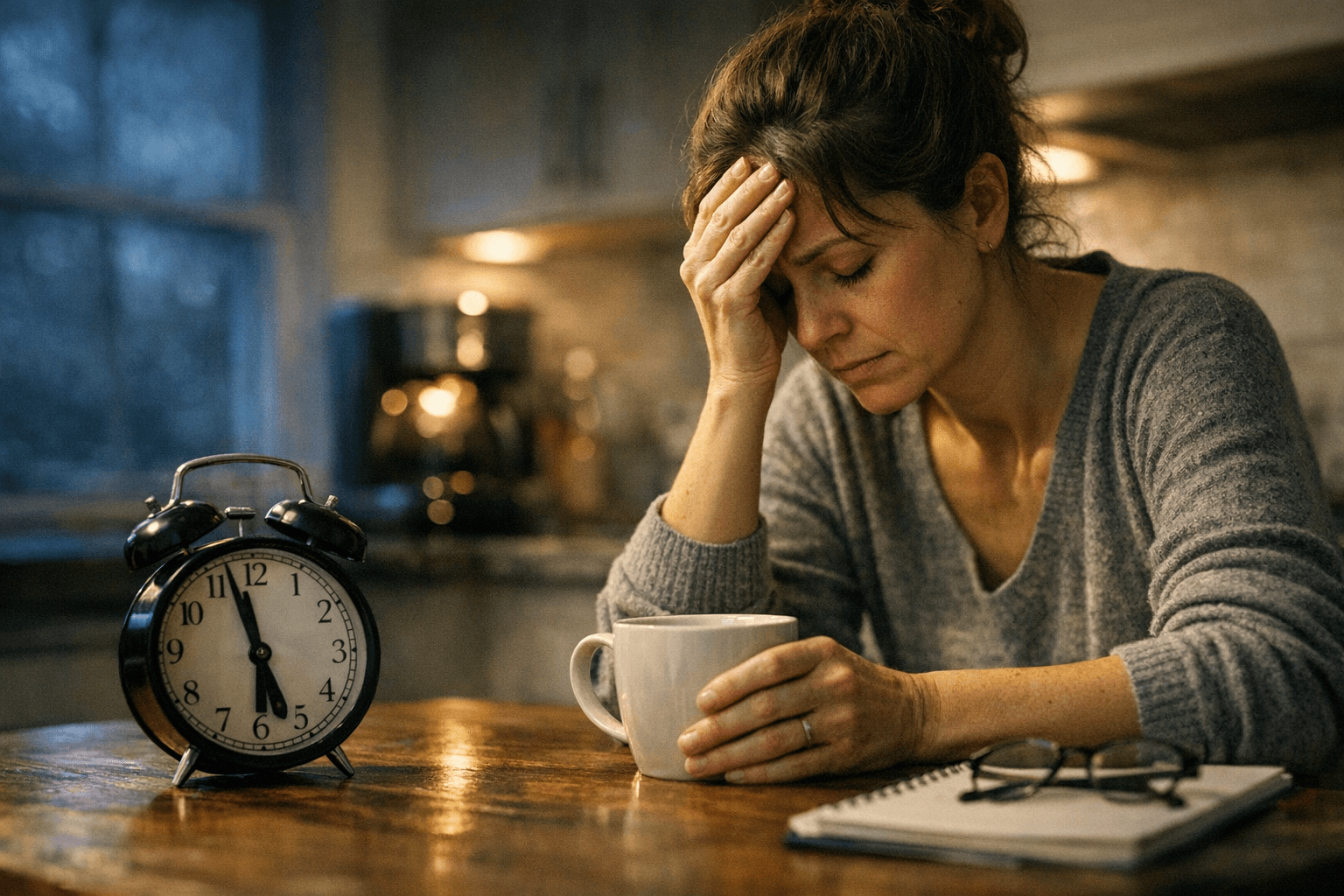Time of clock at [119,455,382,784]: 5:57
